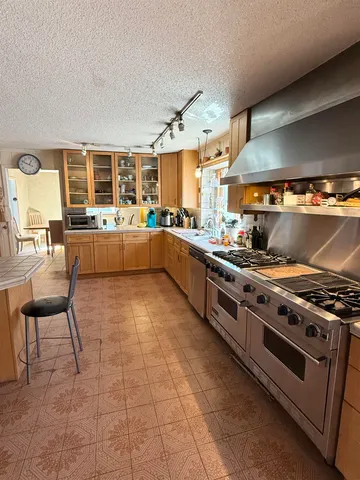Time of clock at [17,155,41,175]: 12:49
